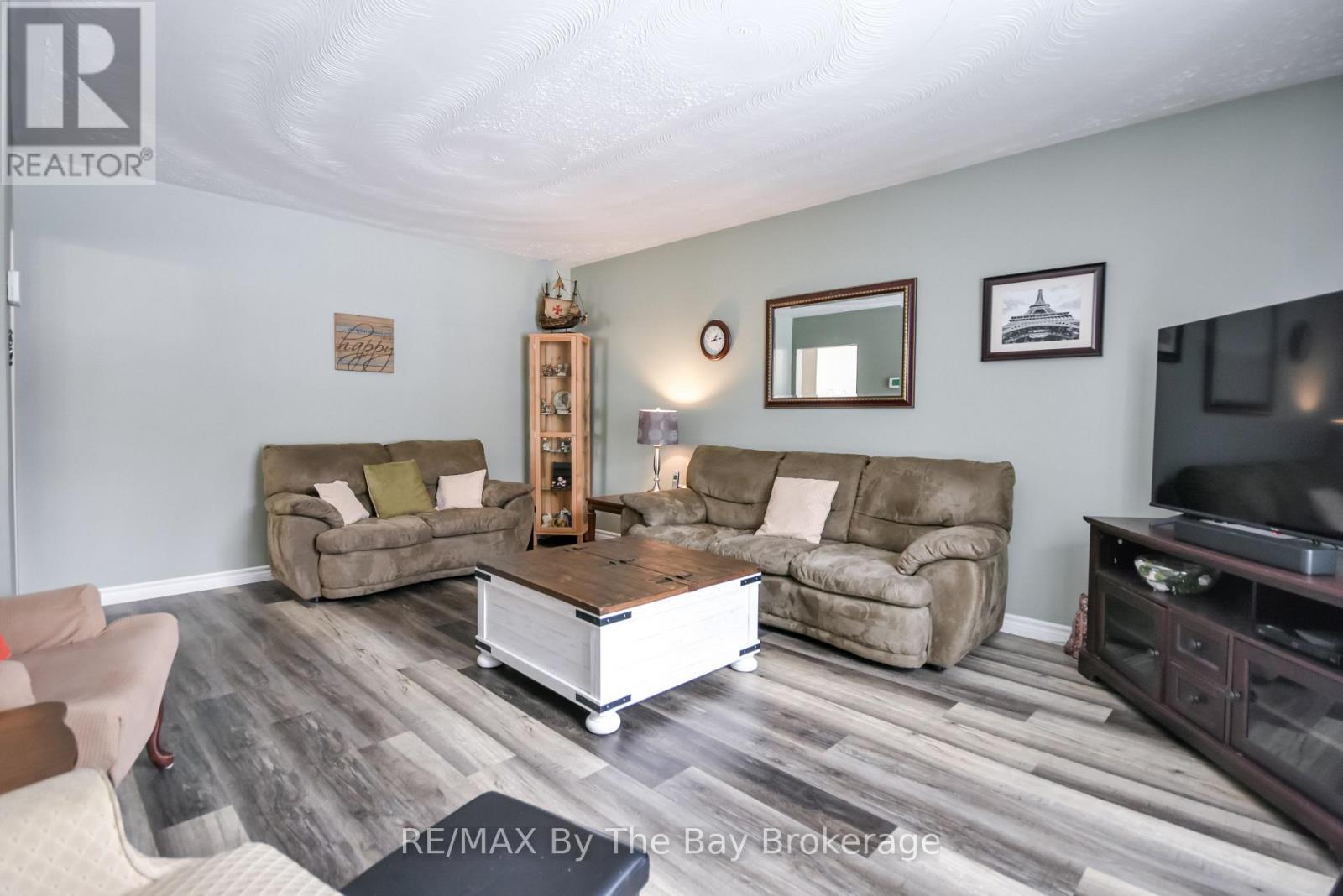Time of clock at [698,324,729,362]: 1:13
